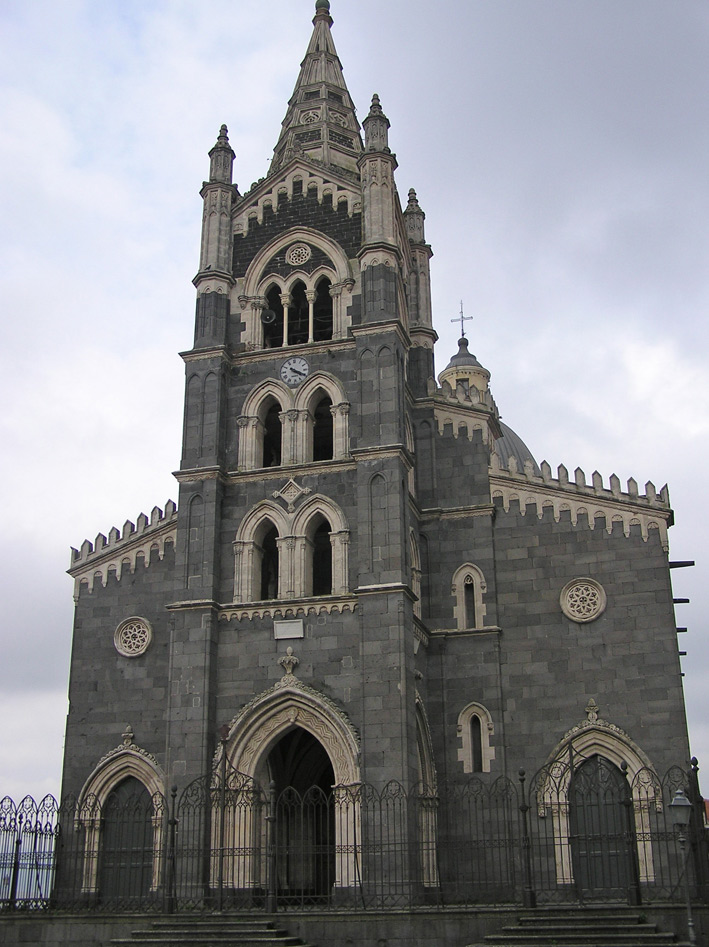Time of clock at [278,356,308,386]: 4:19
